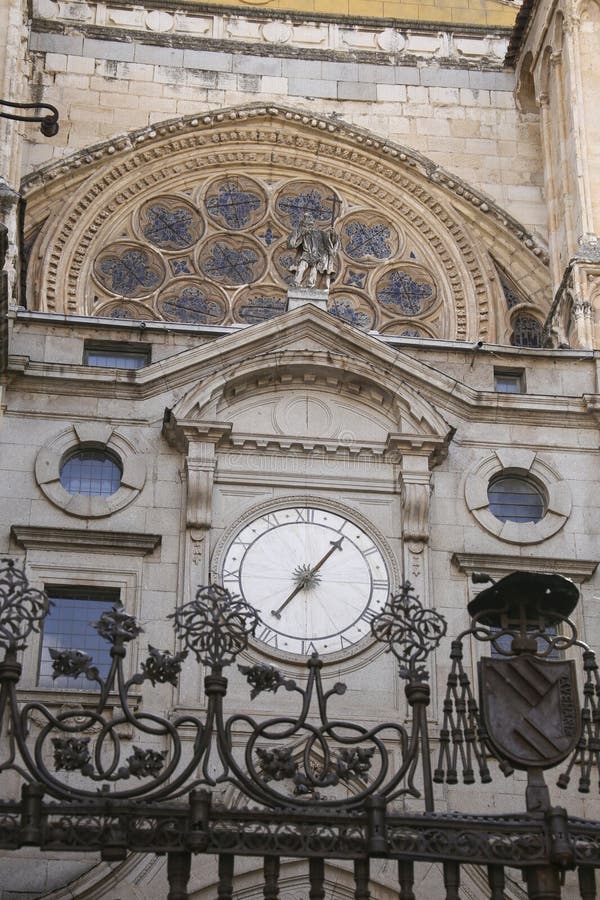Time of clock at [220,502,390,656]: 7:06
